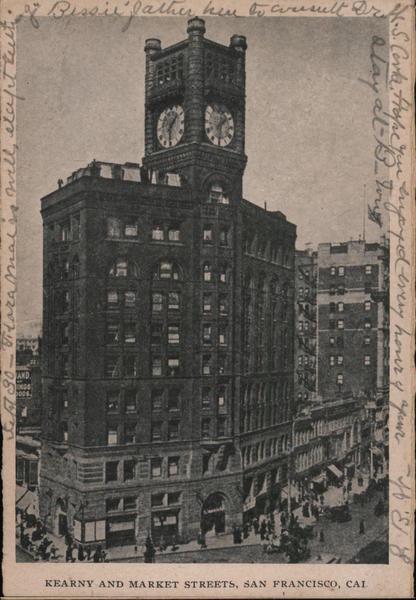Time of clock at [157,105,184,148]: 1:30
